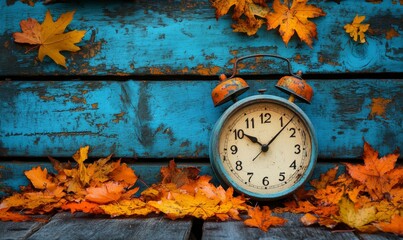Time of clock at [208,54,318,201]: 10:07
